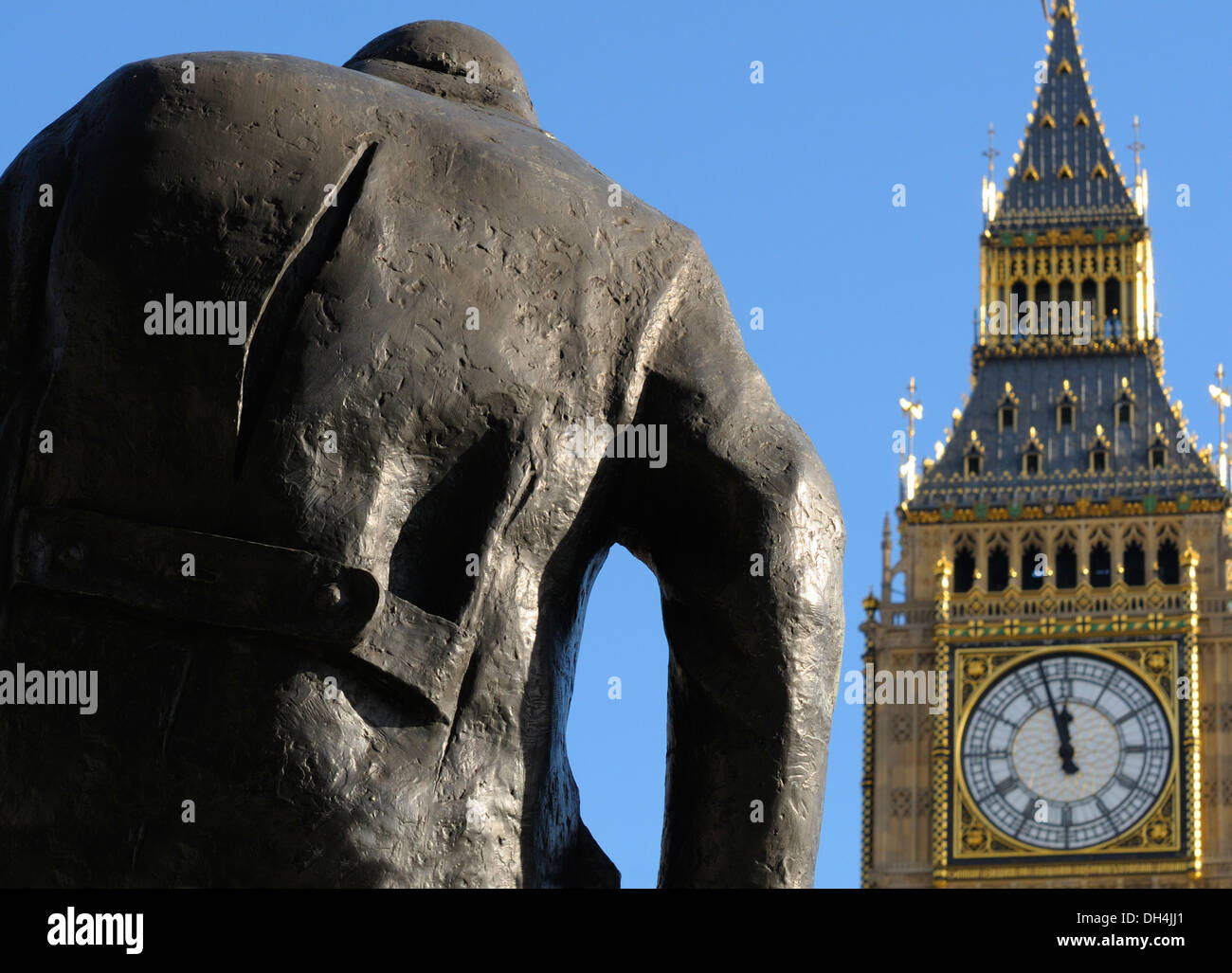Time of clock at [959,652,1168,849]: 11:57
